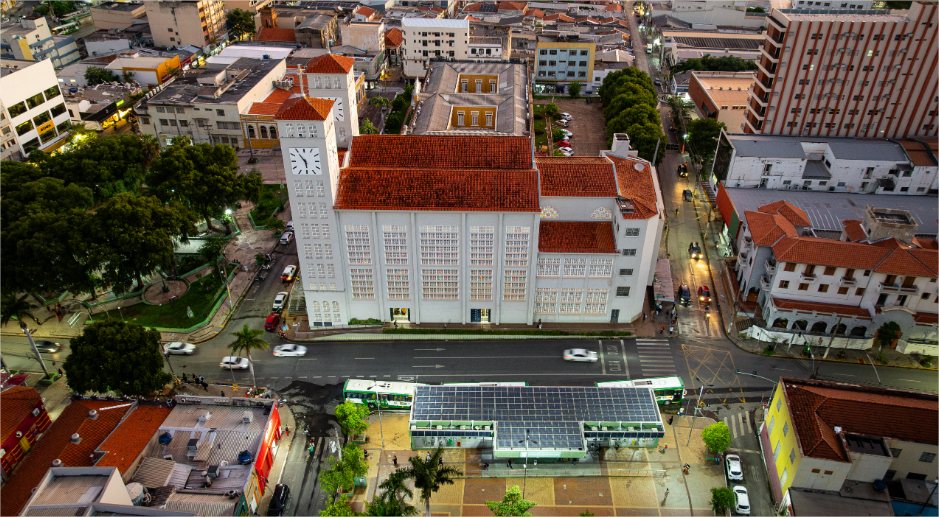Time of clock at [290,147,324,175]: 5:54
